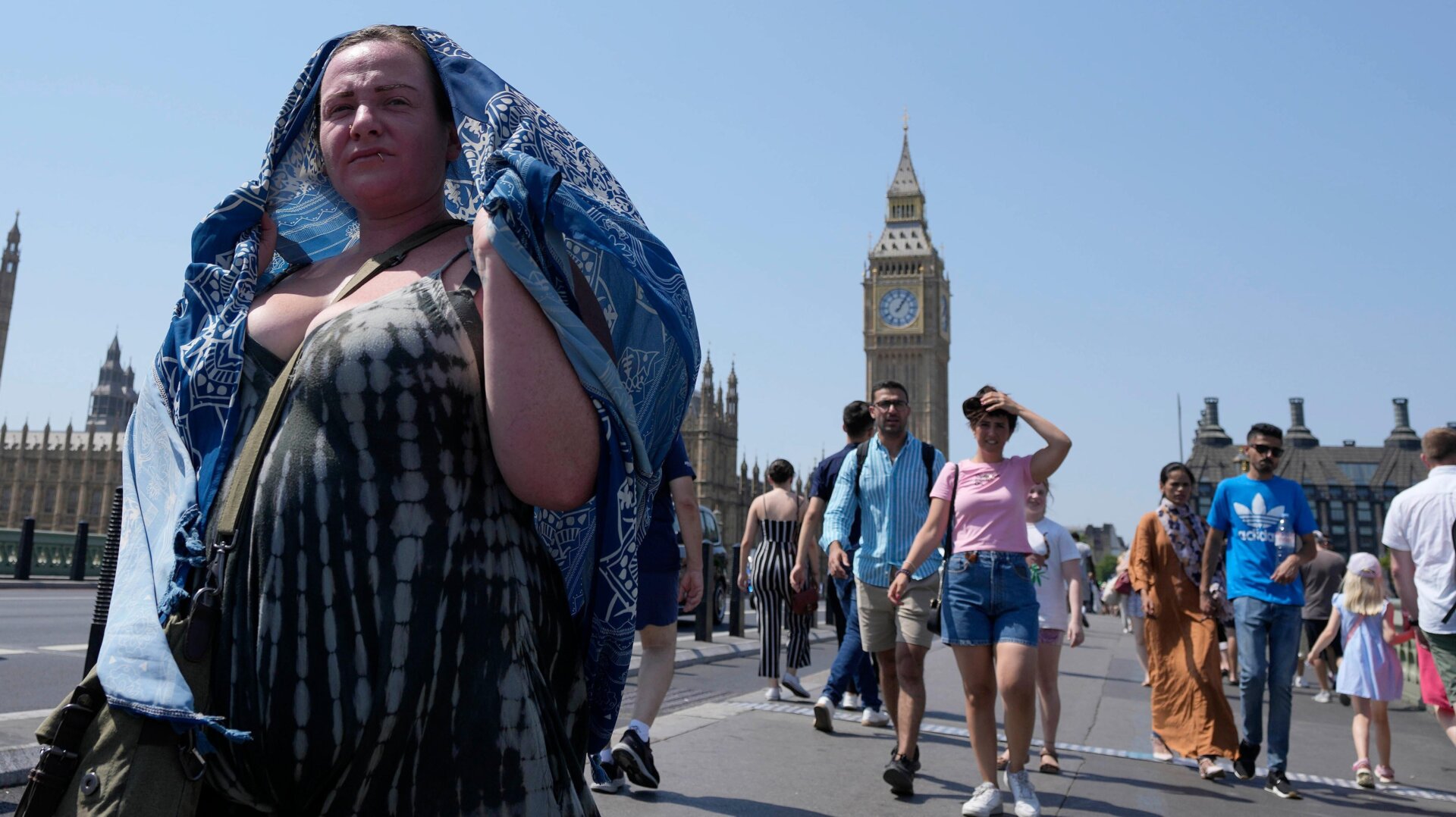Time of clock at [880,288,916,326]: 1:05
